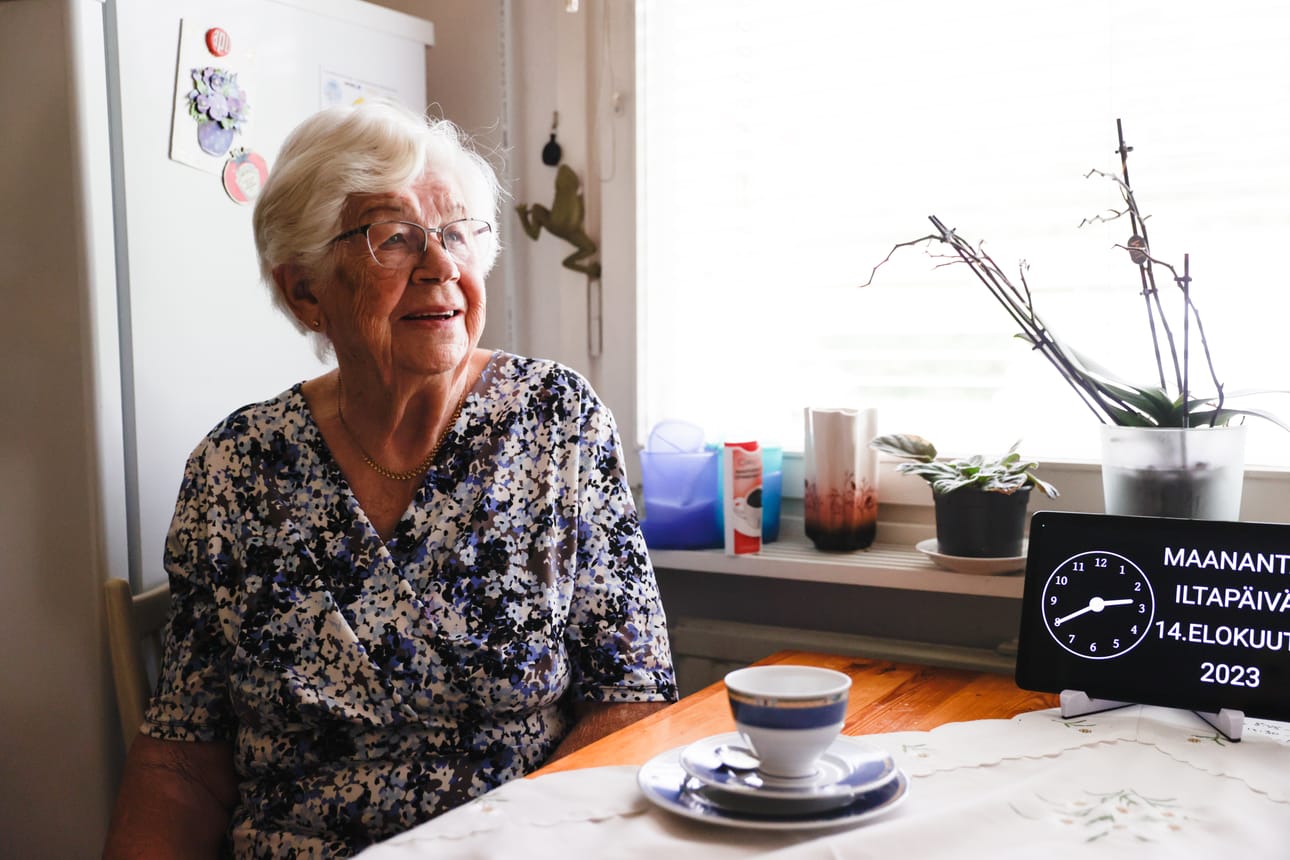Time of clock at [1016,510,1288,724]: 2:40
